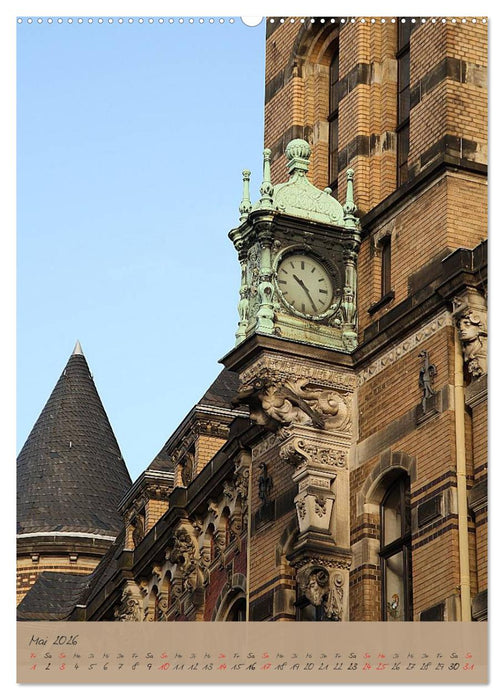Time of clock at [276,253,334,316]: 10:24
